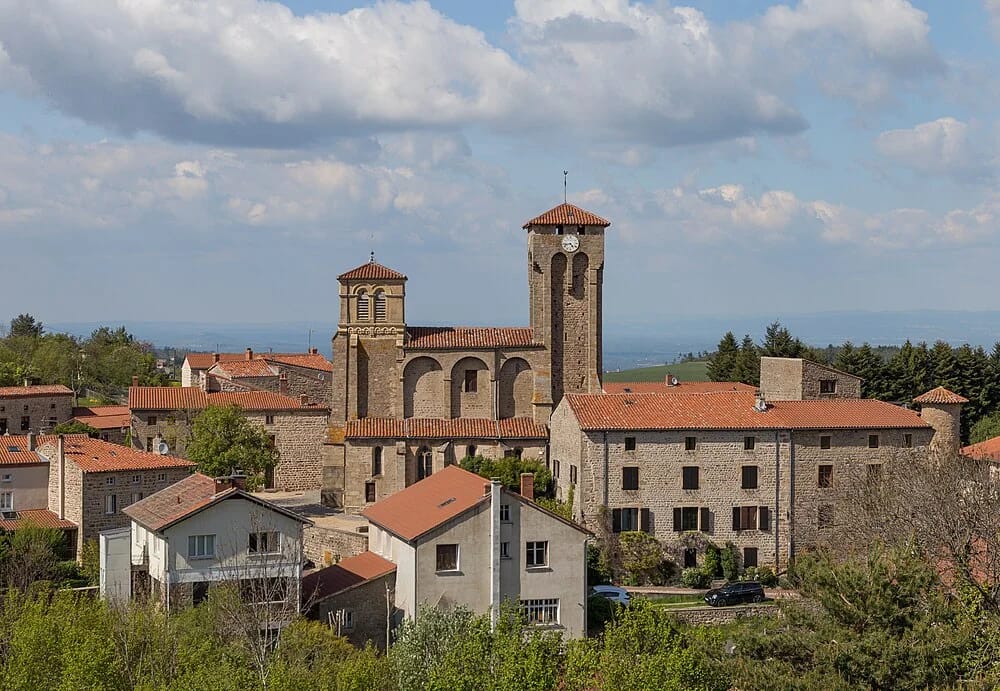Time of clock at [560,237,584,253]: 4:42
